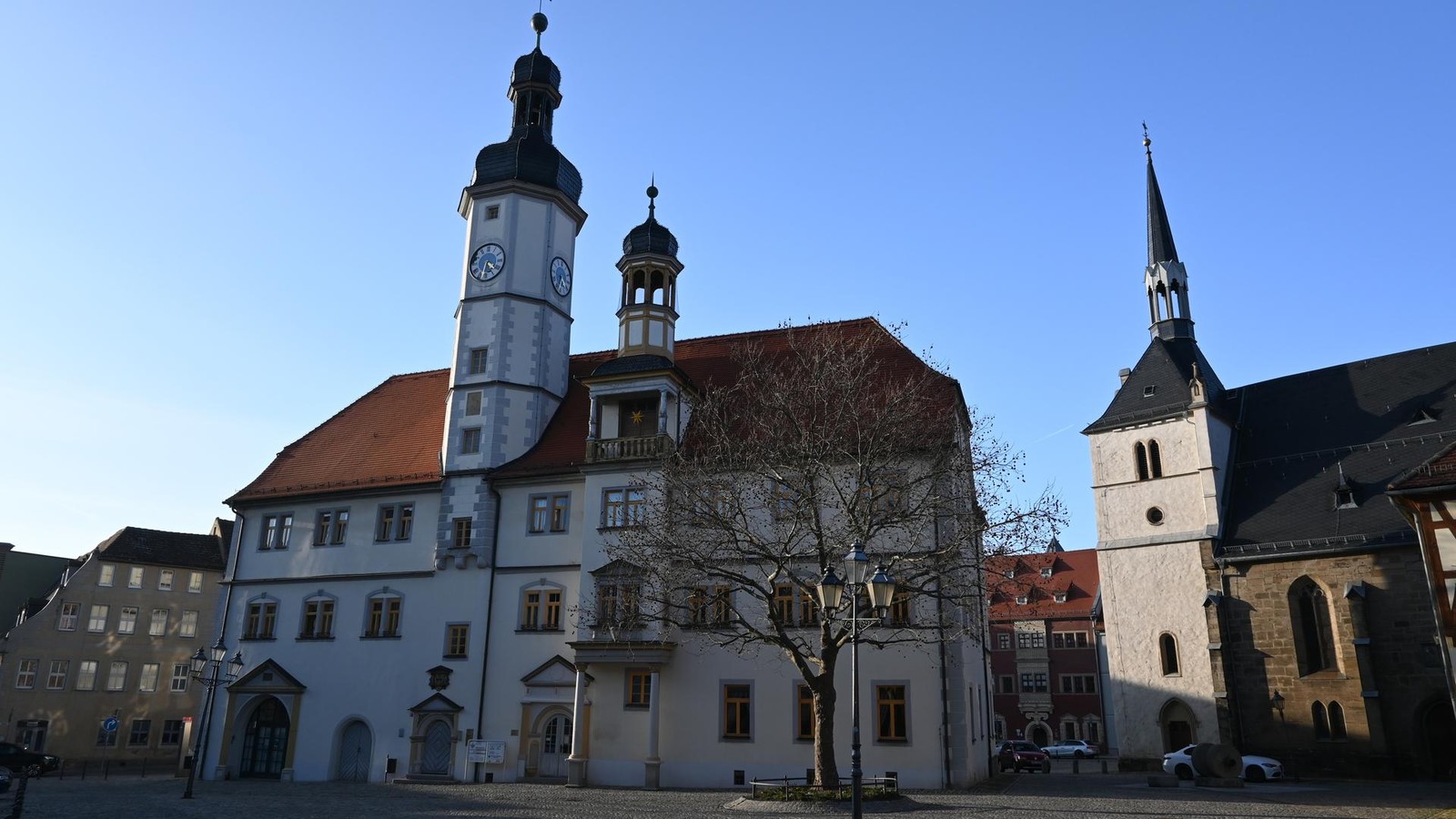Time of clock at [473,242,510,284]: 4:32
